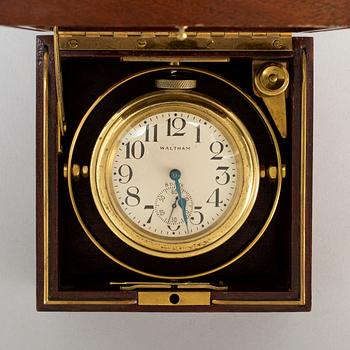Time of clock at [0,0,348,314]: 5:27
